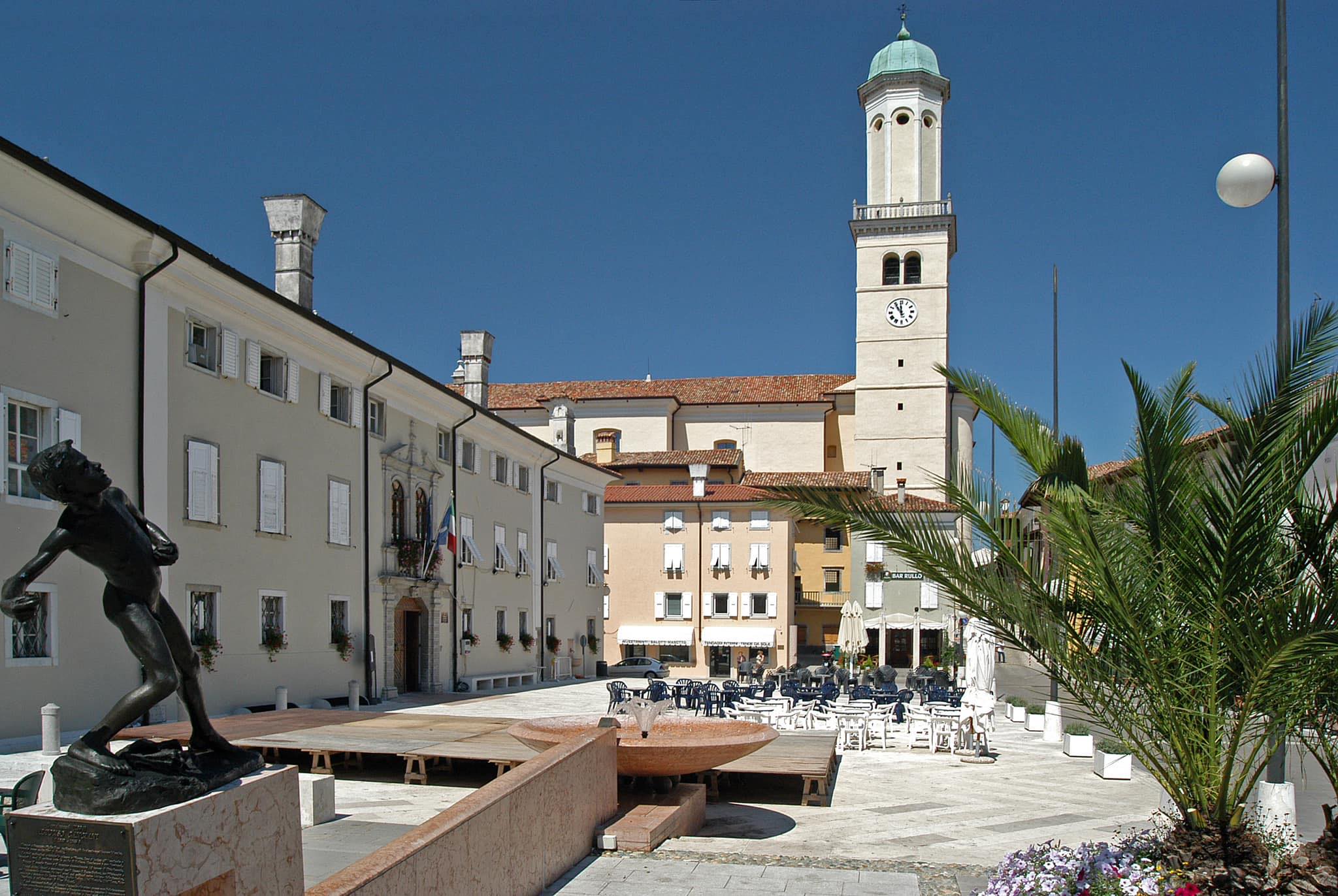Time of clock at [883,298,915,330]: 11:54
